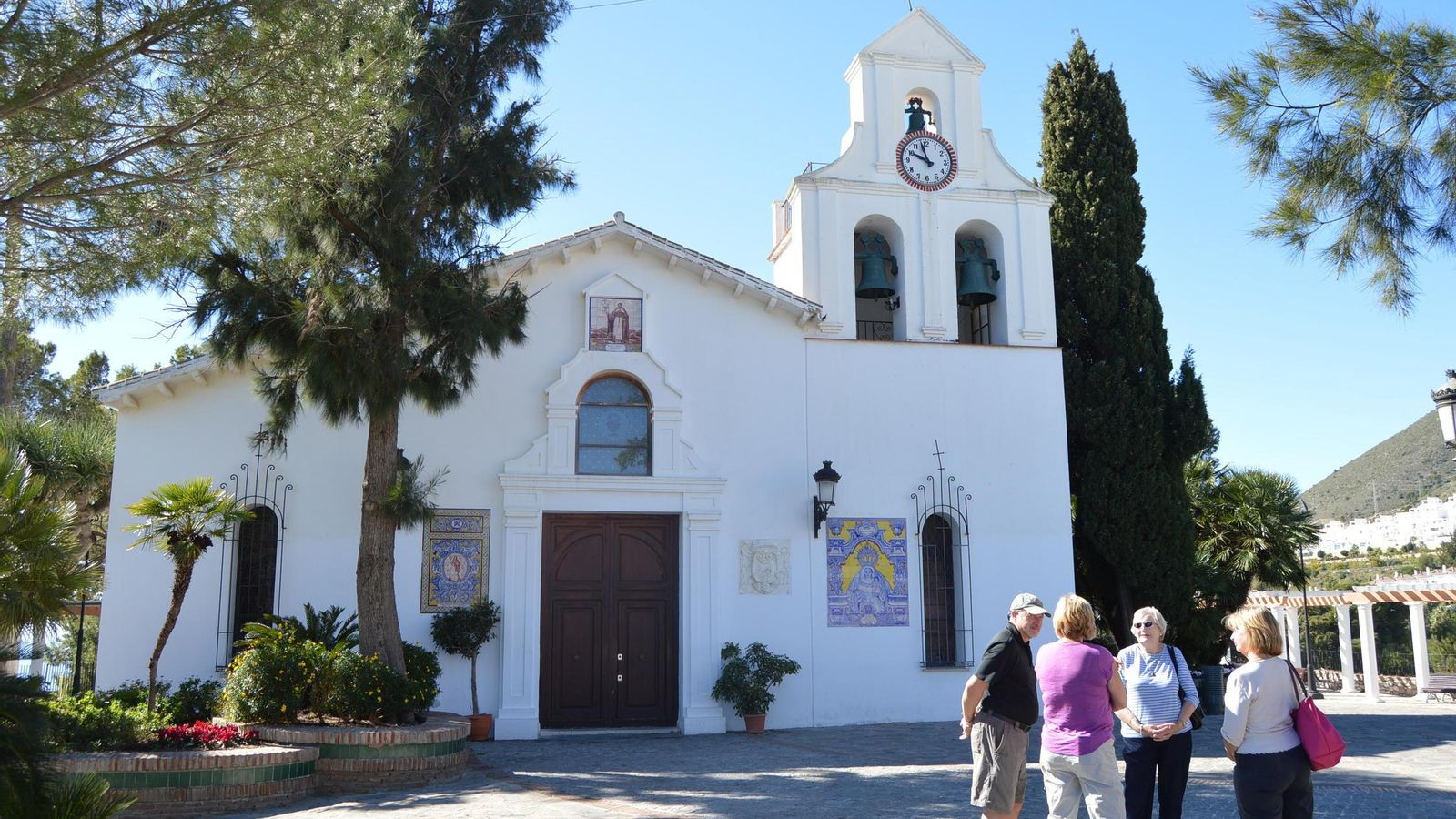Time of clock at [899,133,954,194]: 9:57
